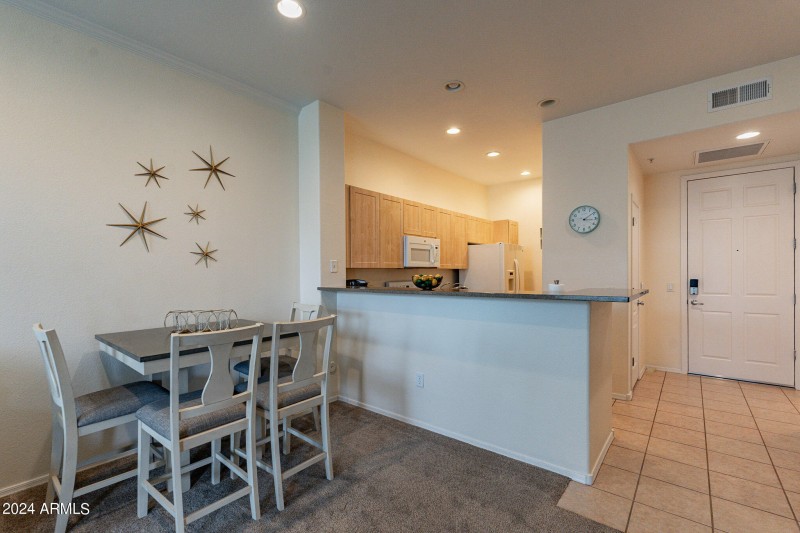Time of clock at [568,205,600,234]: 3:09
